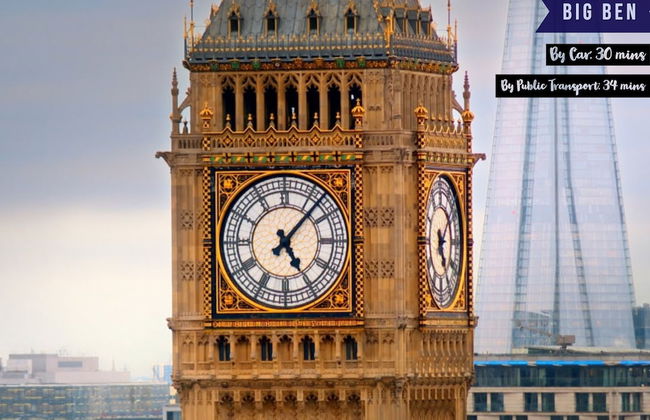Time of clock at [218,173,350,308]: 5:07
